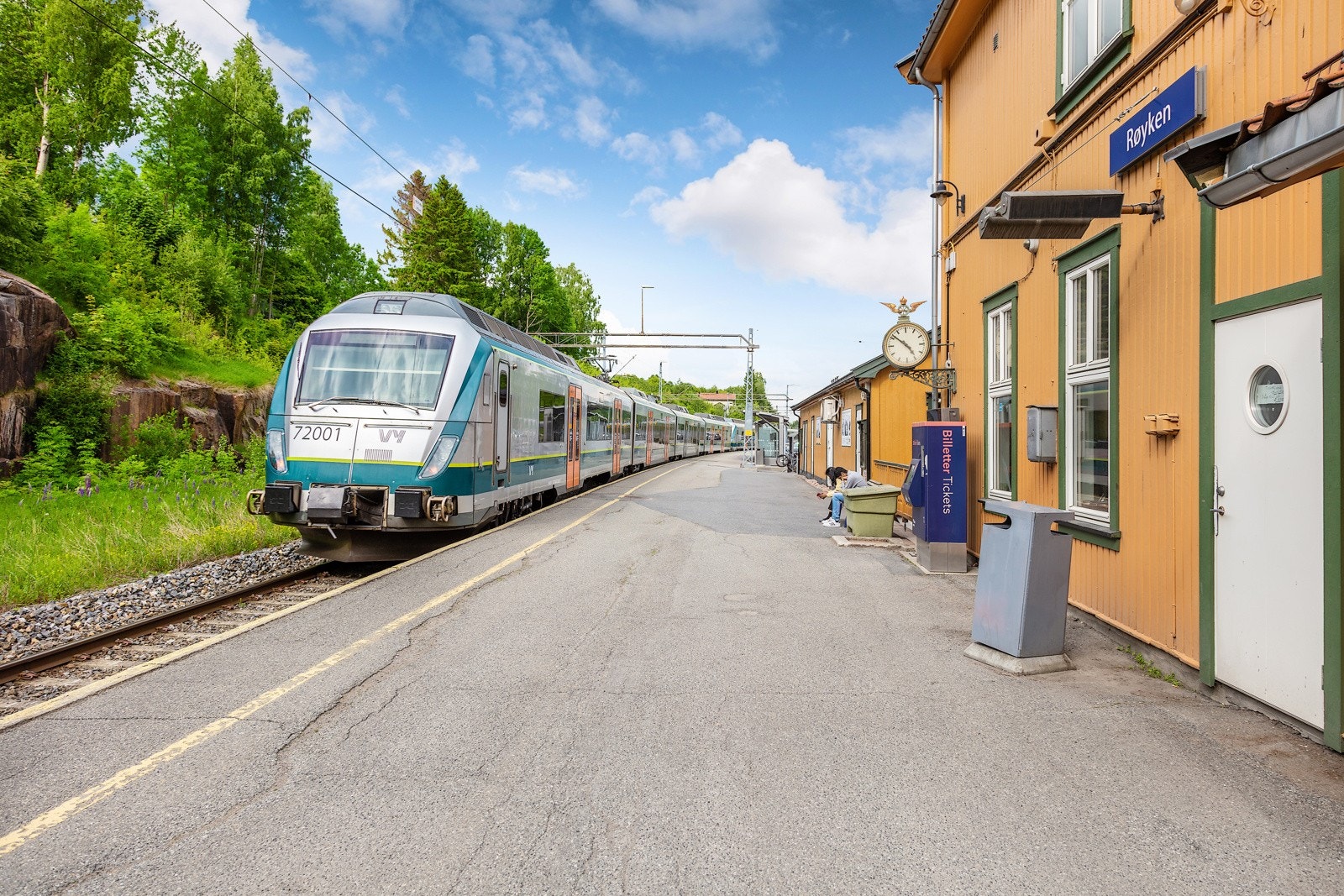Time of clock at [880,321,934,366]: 4:51
